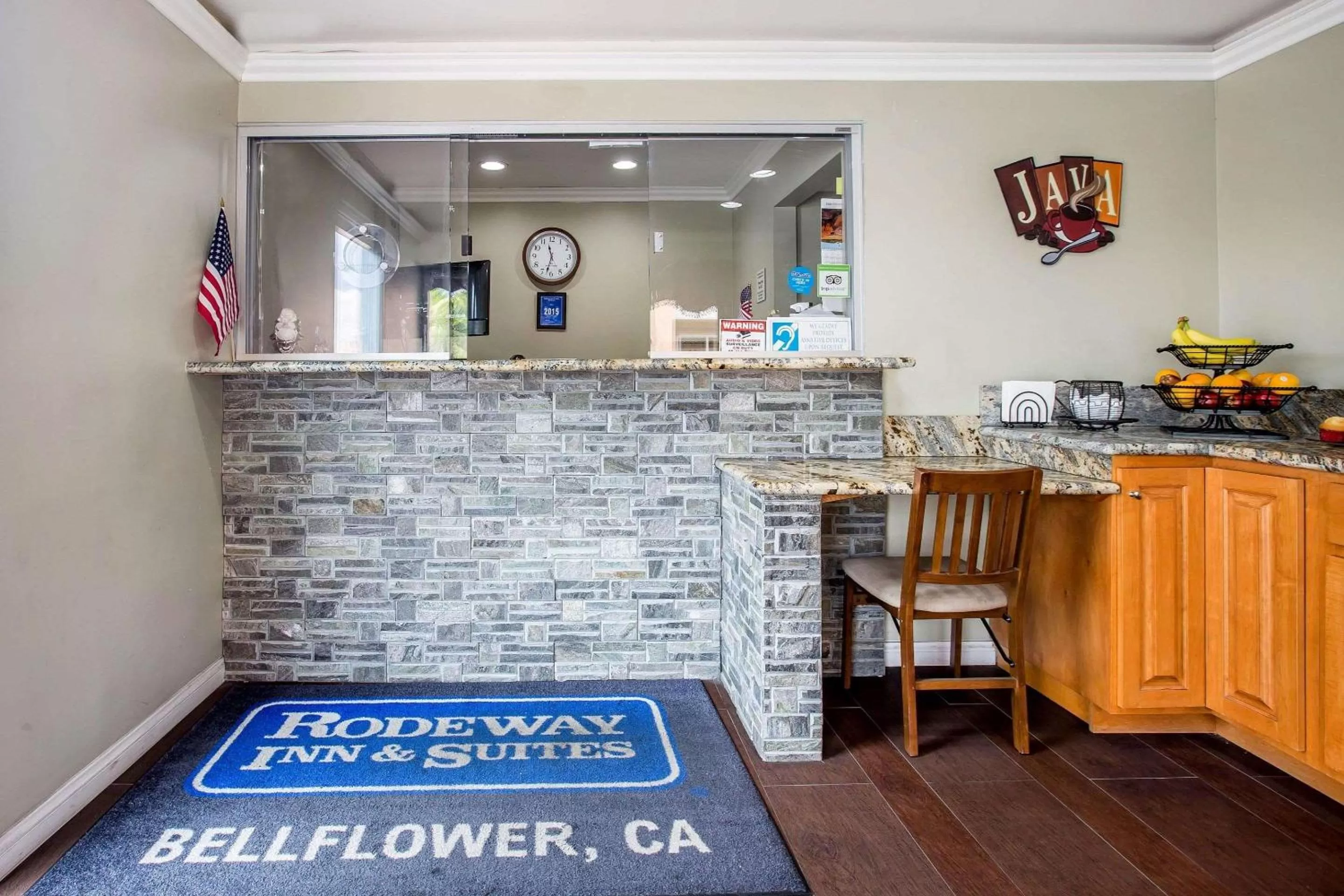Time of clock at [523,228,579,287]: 11:32
